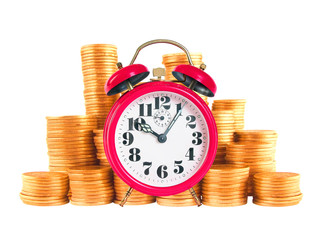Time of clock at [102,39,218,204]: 10:05
